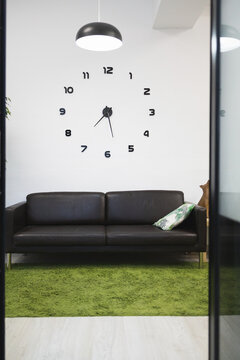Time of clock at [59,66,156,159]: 7:27
